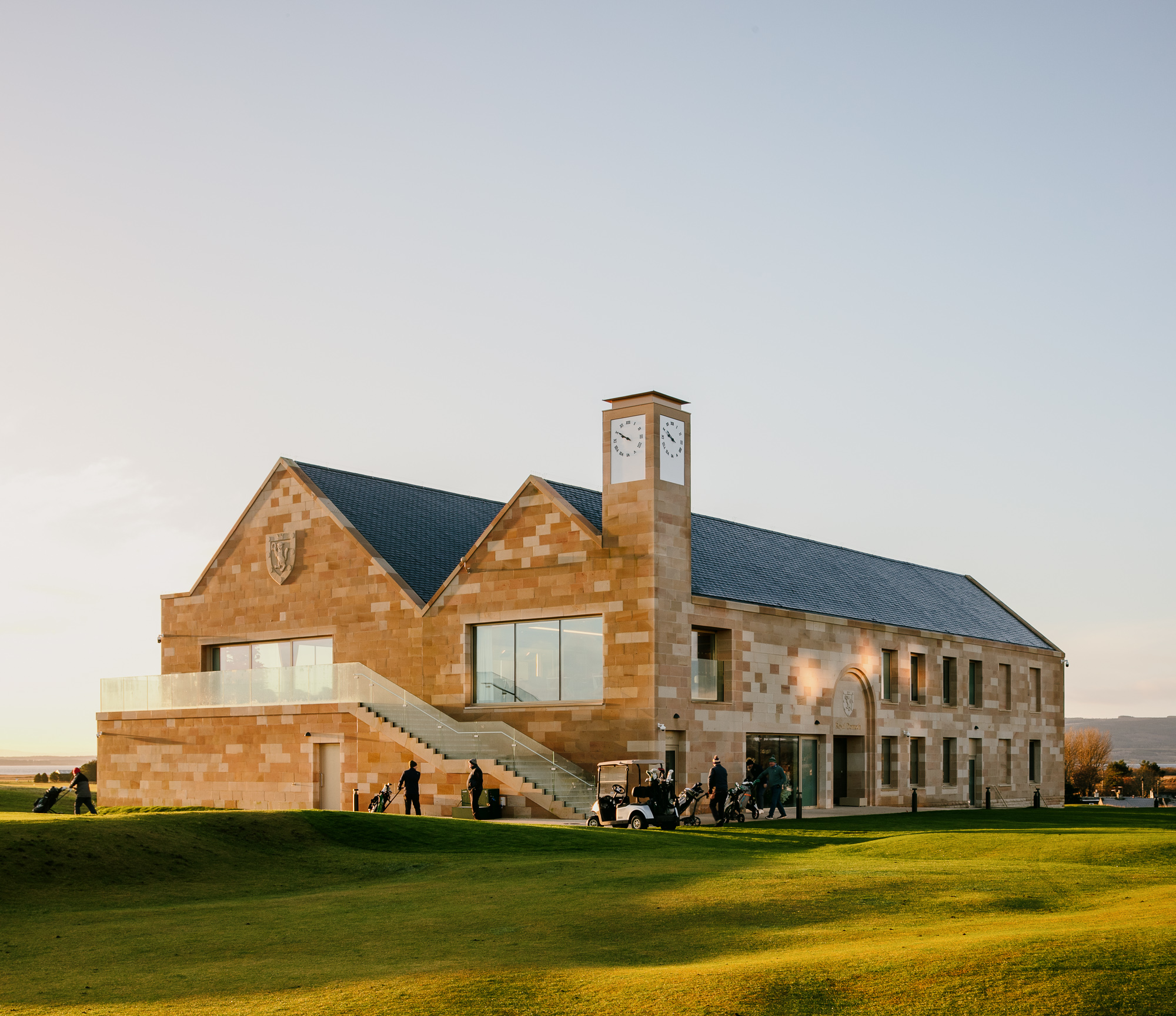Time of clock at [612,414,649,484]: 9:50
